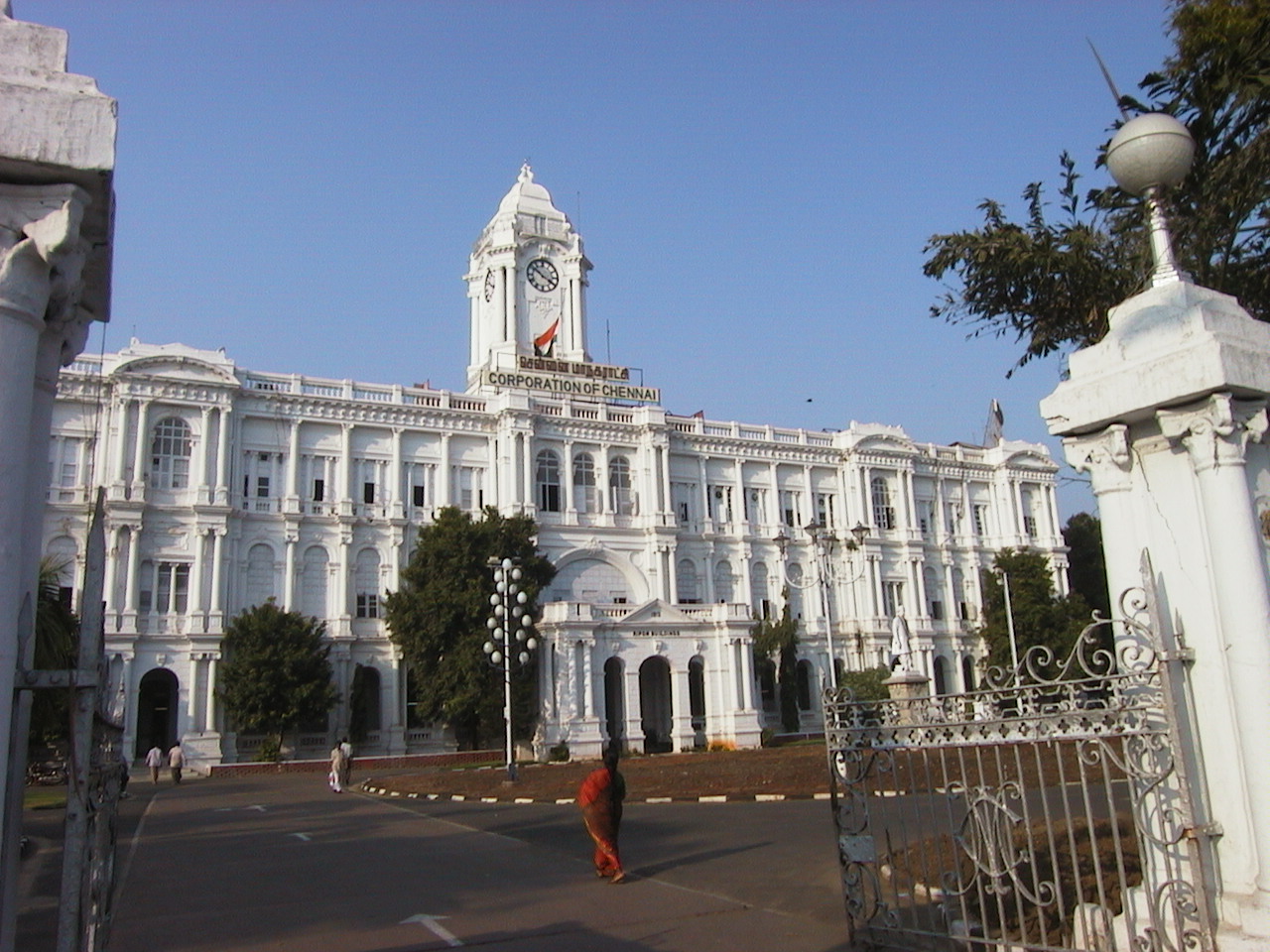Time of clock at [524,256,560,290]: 3:51
